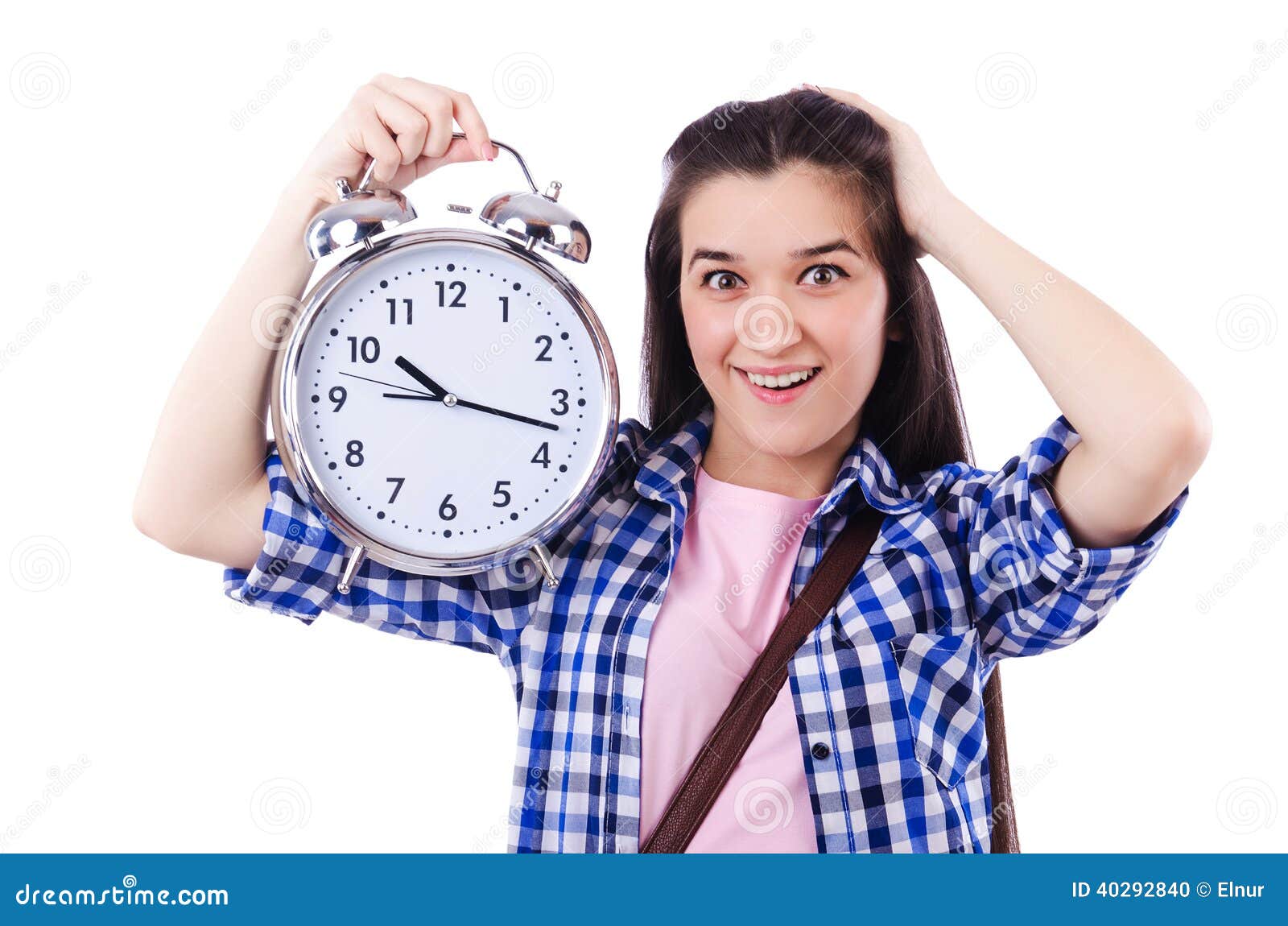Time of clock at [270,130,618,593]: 10:17
